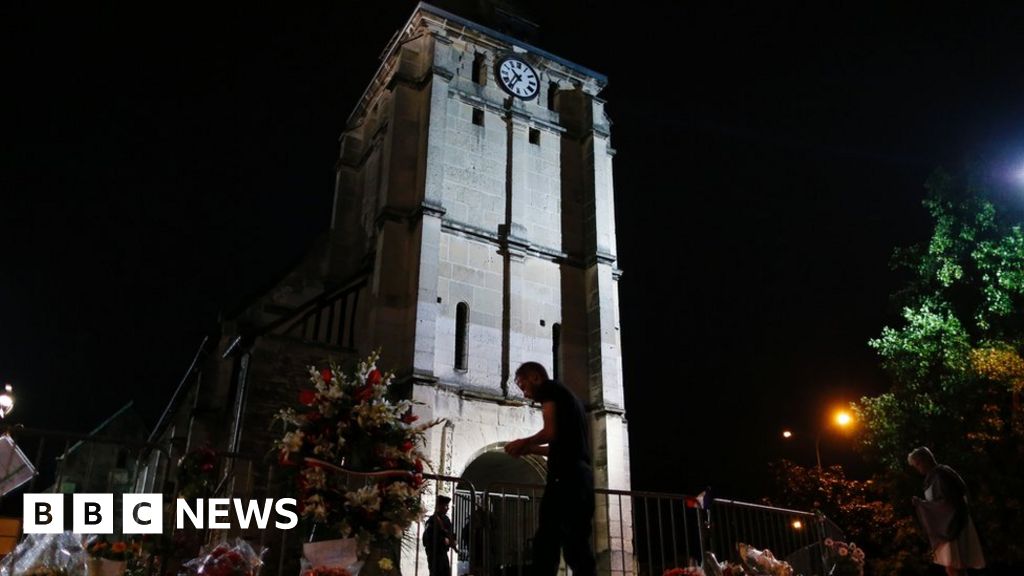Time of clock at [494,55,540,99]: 10:35
